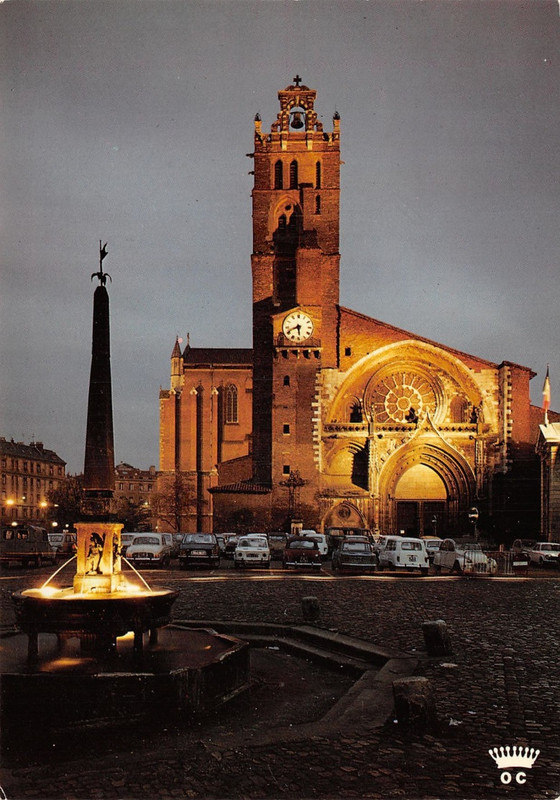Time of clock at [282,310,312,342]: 5:41
